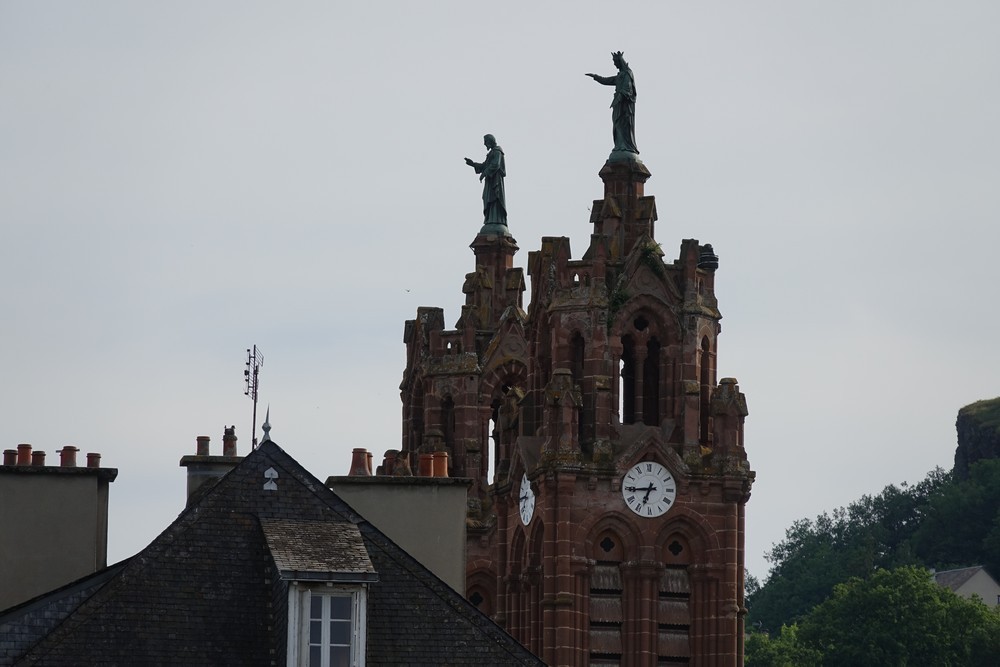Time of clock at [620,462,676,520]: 6:44
